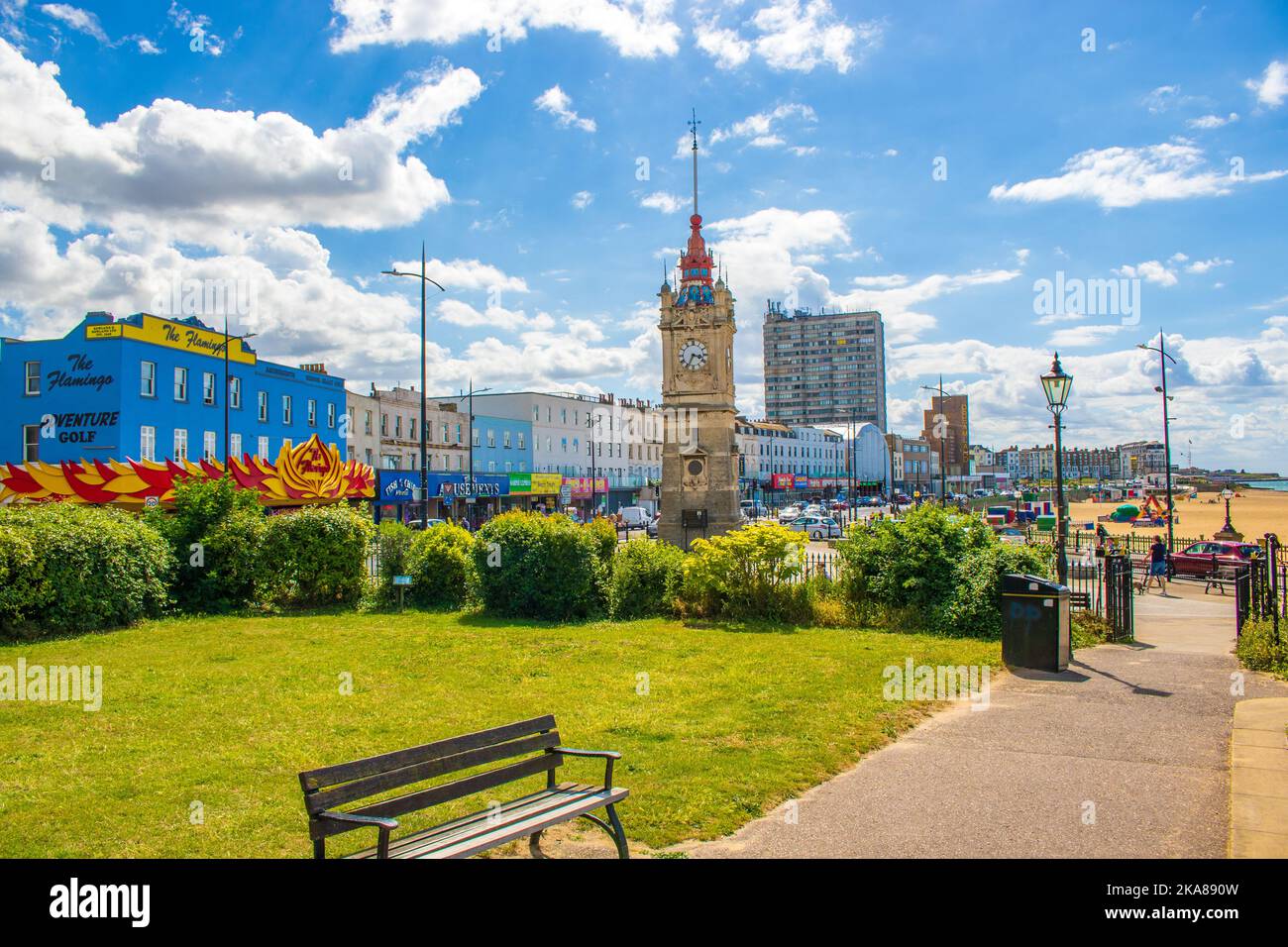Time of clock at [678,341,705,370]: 3:34
